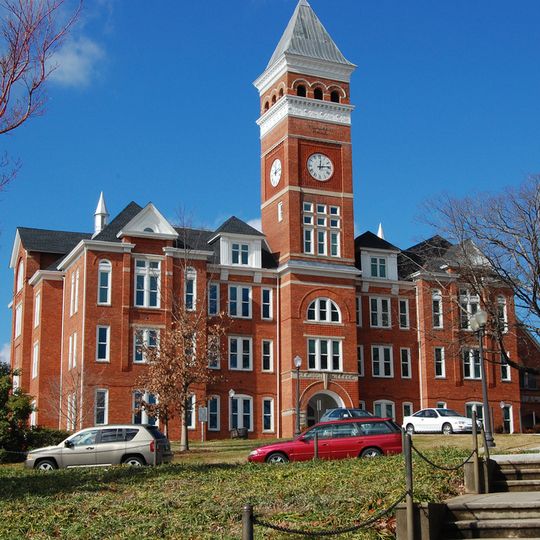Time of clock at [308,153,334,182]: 12:13
